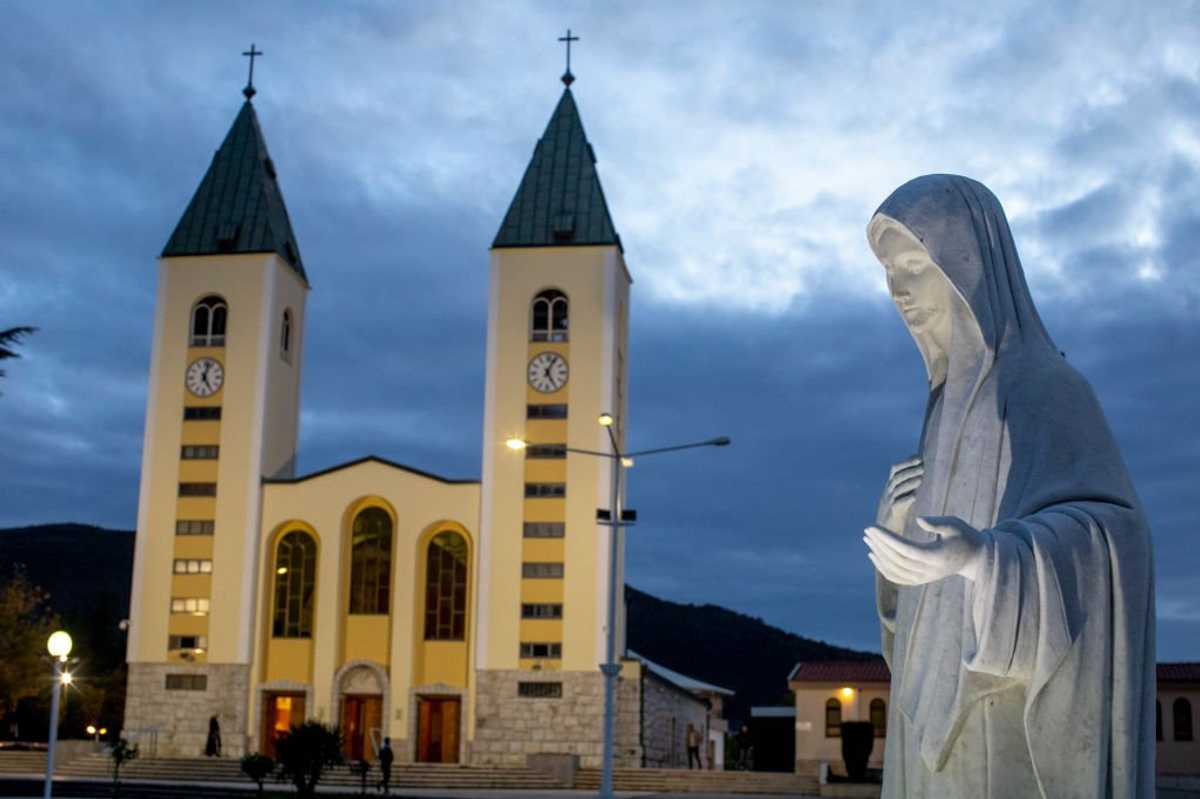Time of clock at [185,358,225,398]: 5:02
